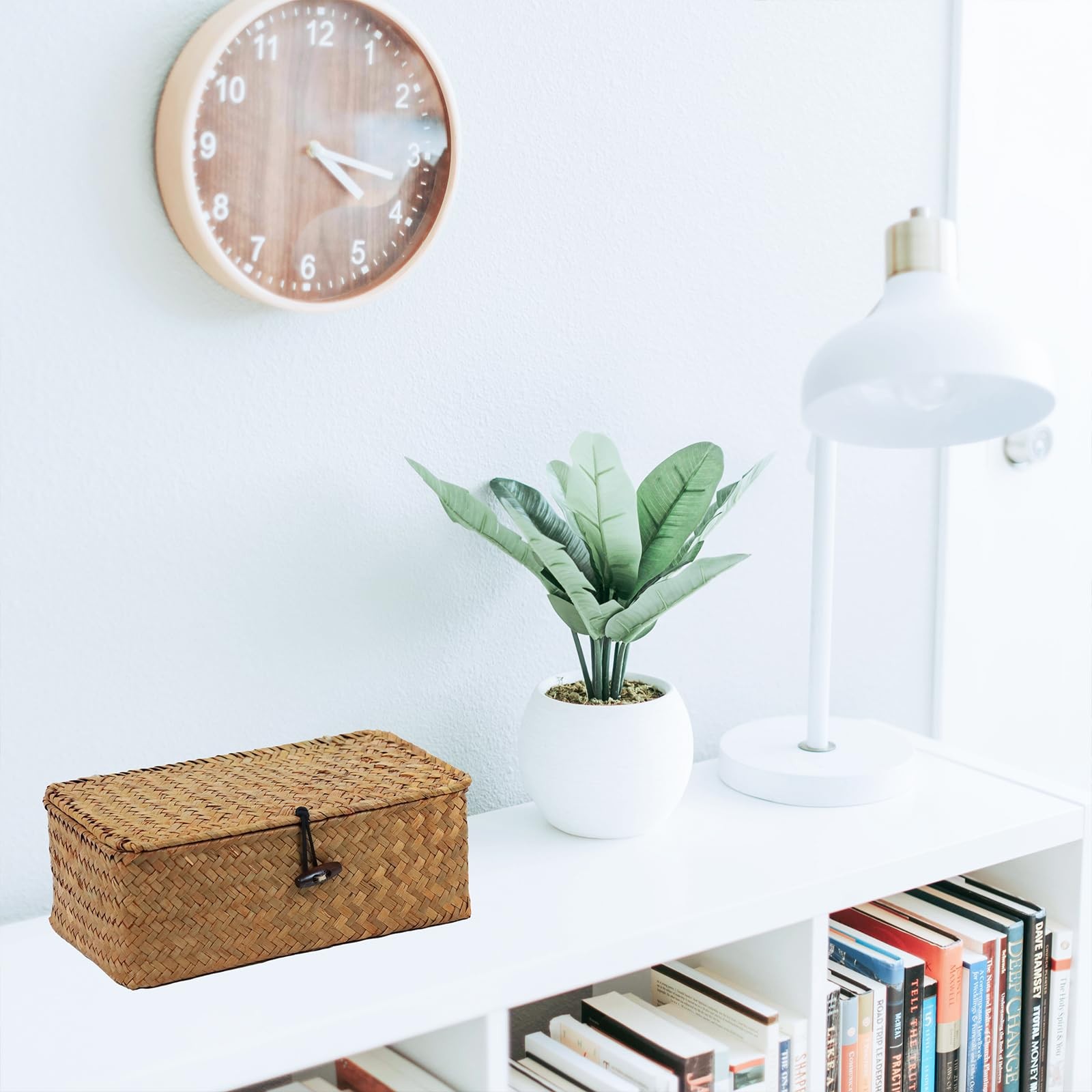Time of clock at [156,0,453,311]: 4:17
